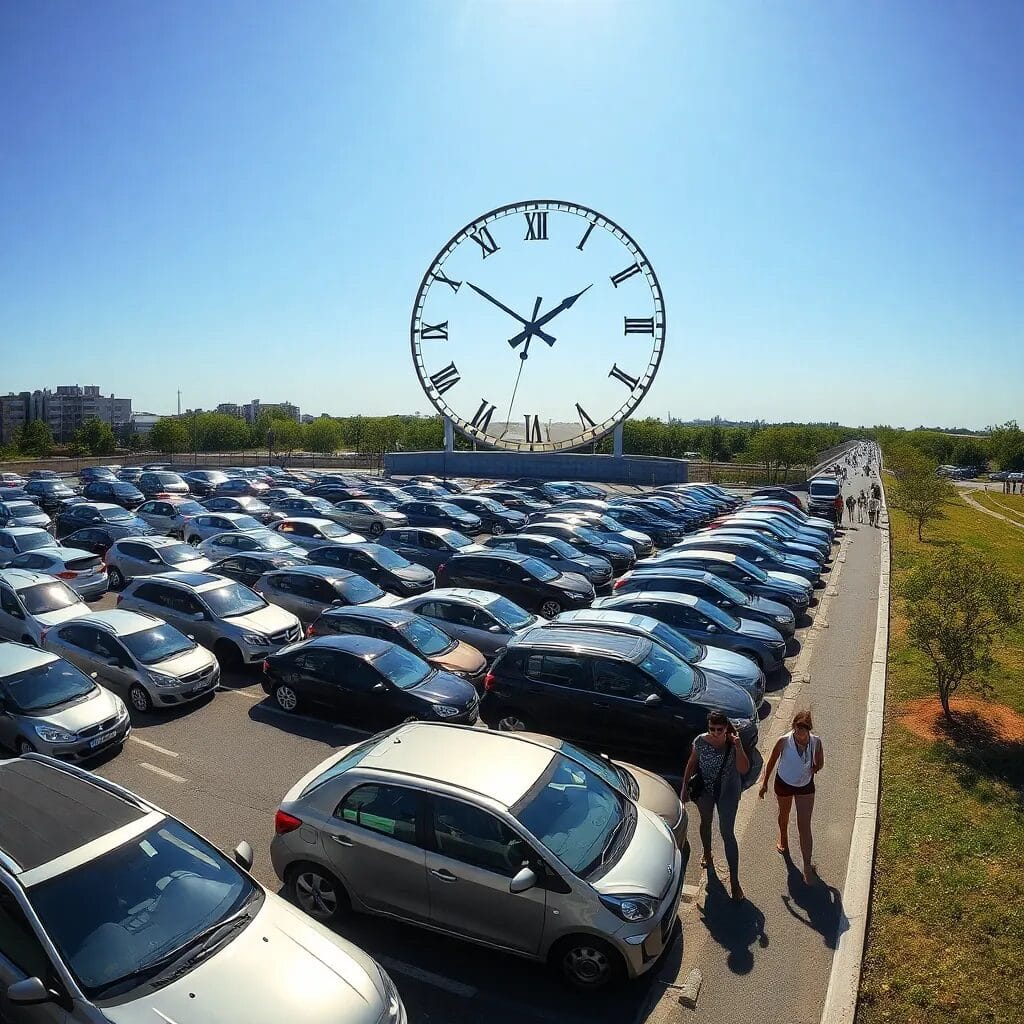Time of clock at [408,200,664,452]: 1:50
